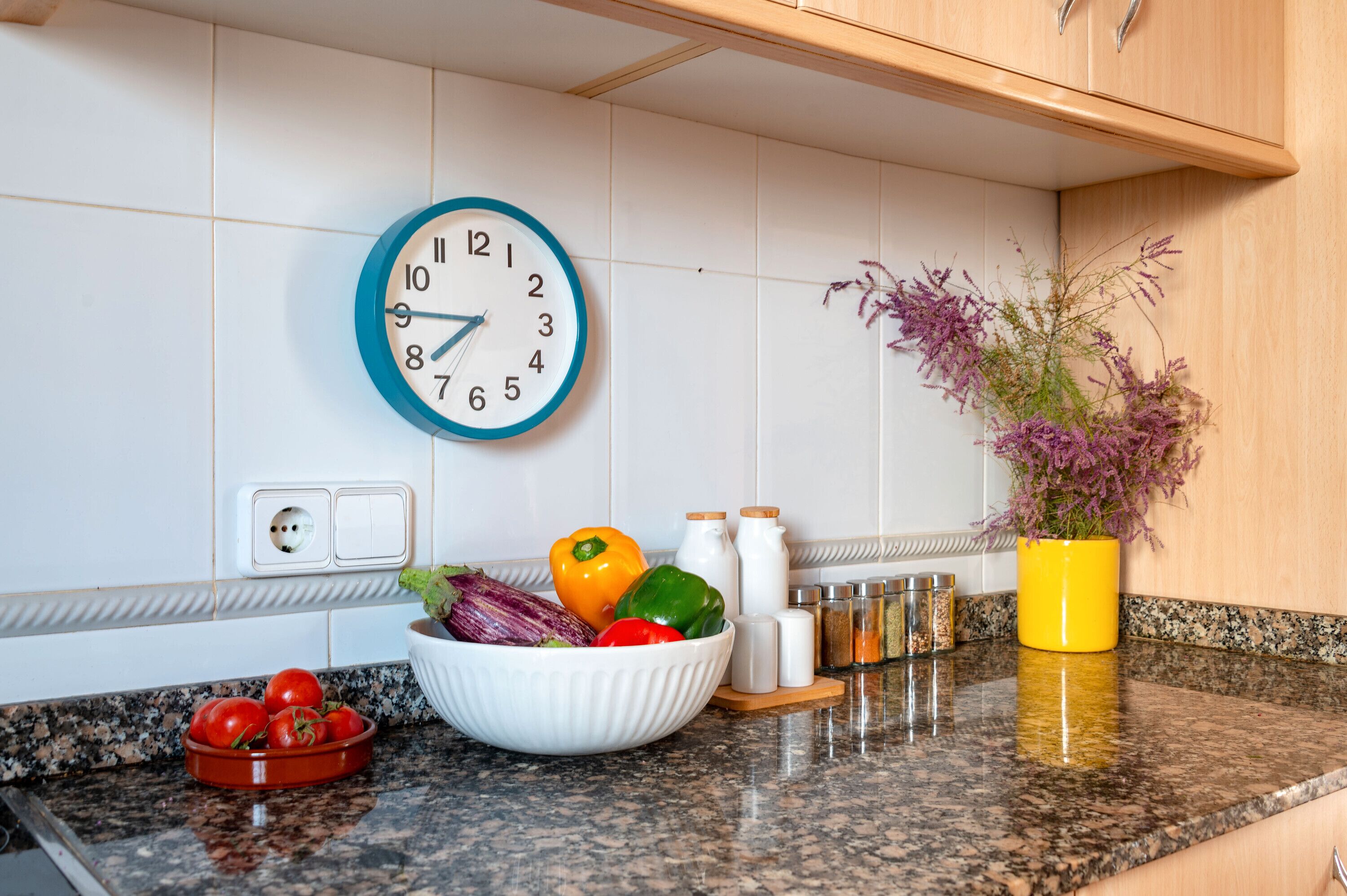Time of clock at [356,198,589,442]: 7:45
